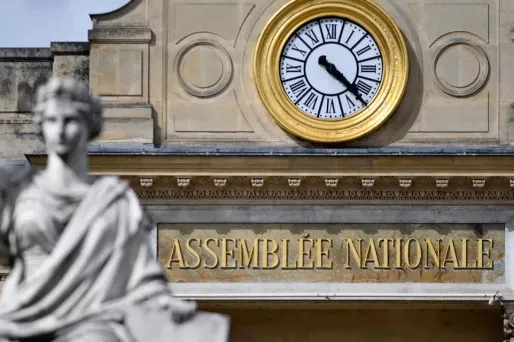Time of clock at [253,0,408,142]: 4:22
